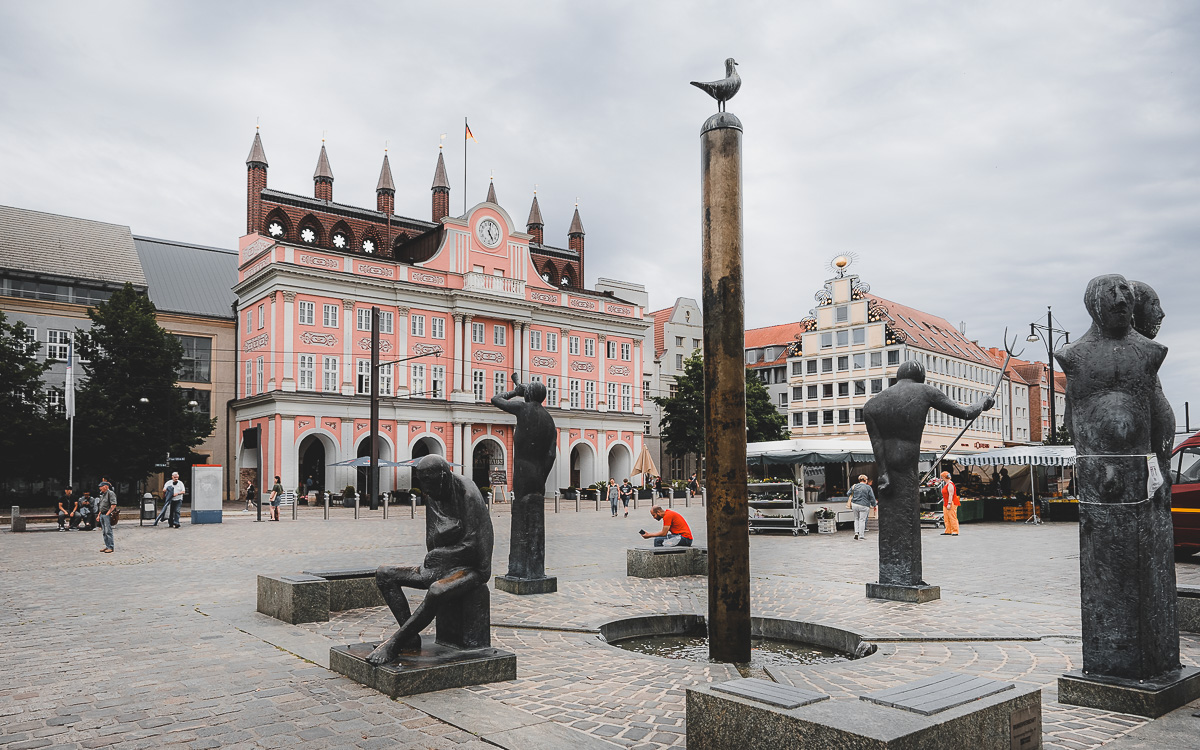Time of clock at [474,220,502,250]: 5:01
